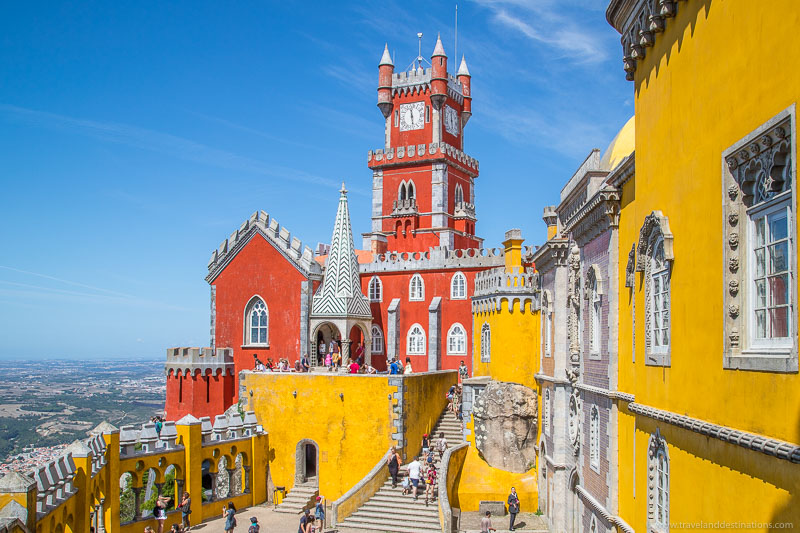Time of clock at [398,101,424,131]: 11:28
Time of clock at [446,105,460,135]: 5:59
